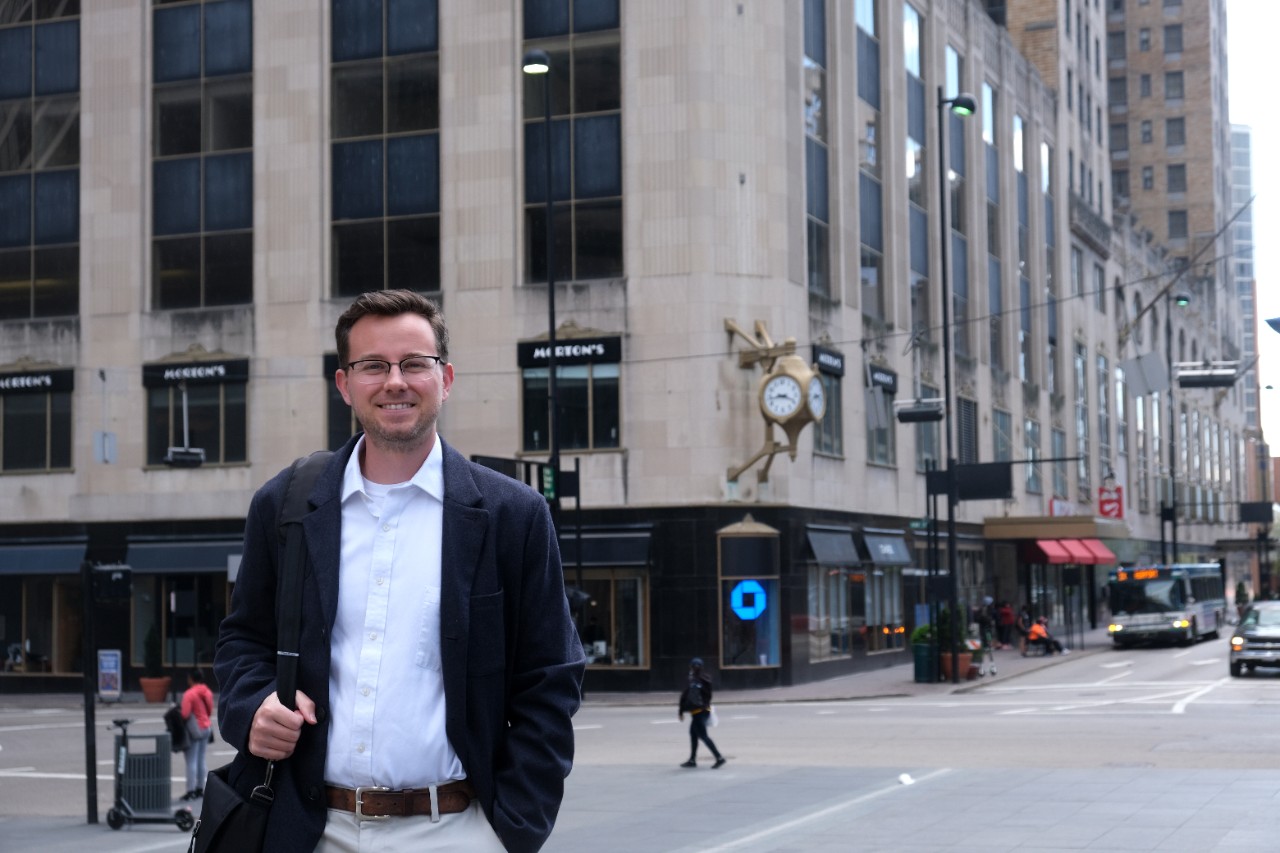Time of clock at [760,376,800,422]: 3:43
